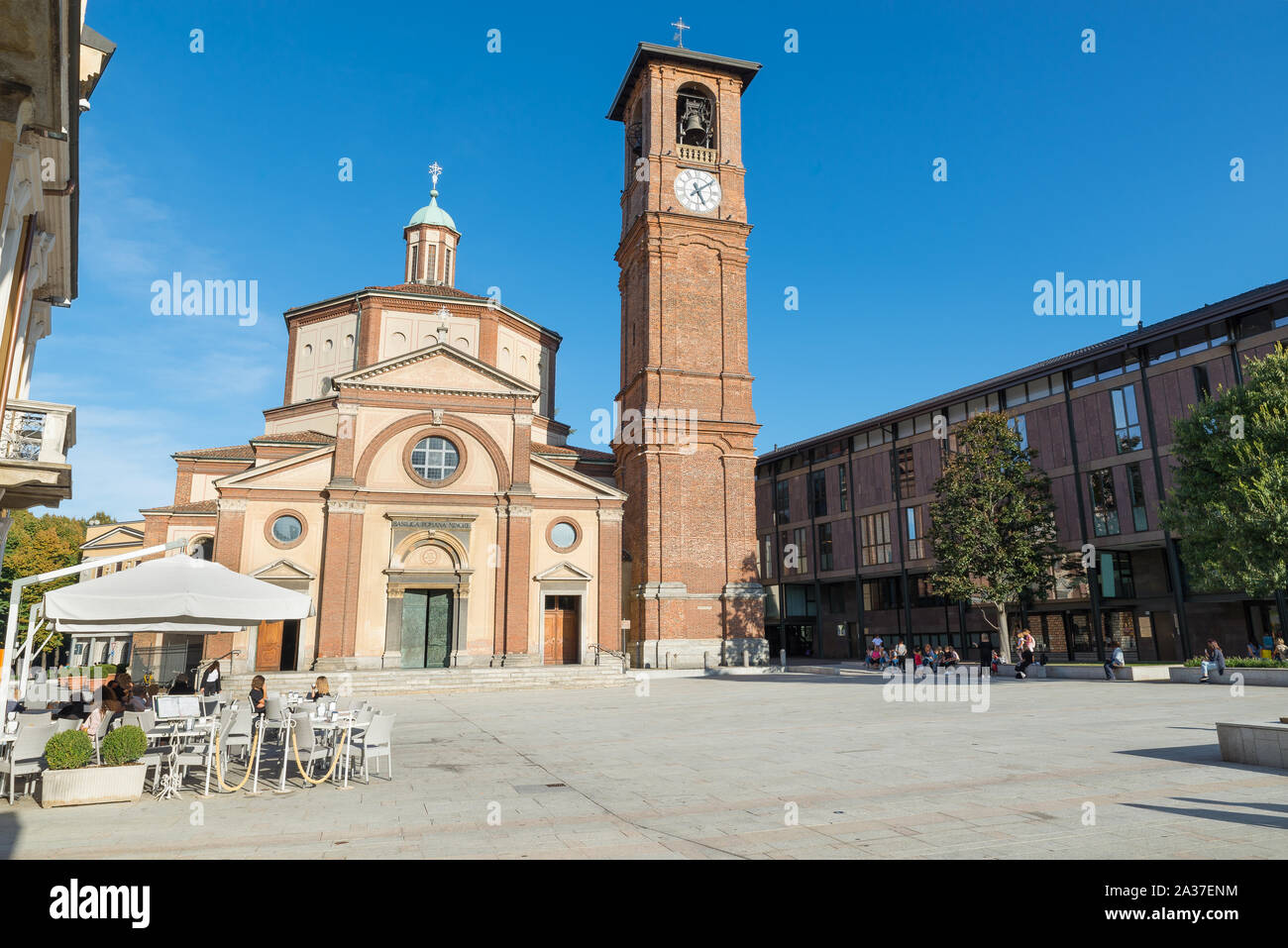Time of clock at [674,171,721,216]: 5:08
